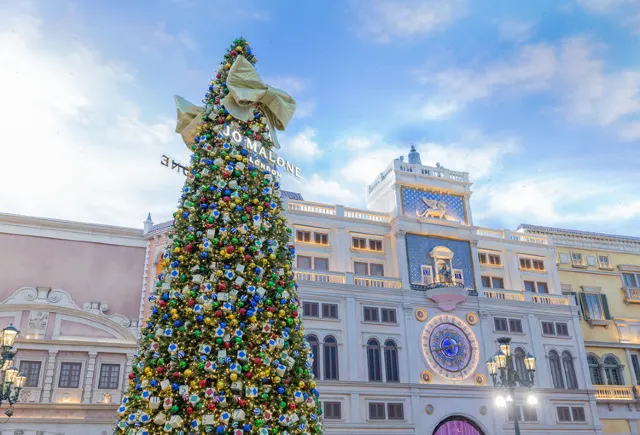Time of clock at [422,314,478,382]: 11:42
